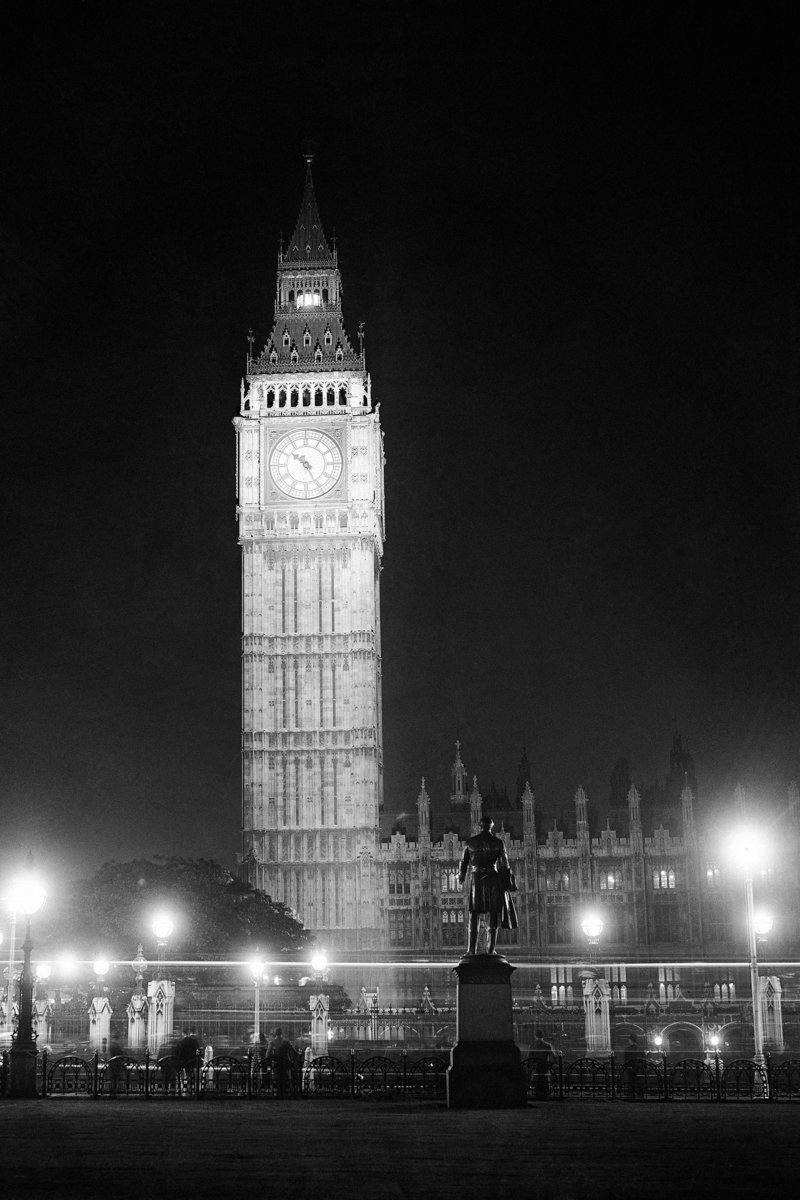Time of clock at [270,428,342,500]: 10:25
